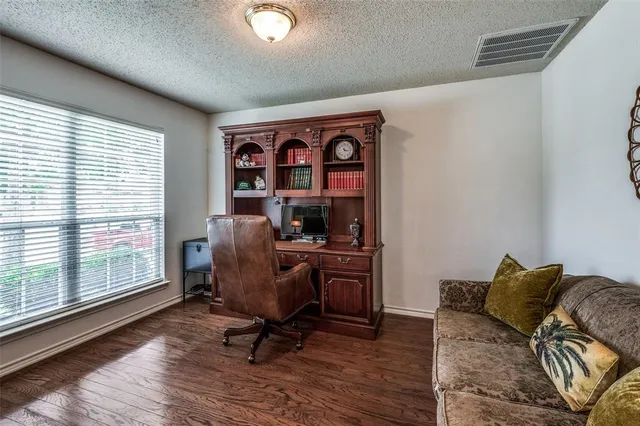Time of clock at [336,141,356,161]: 11:16
